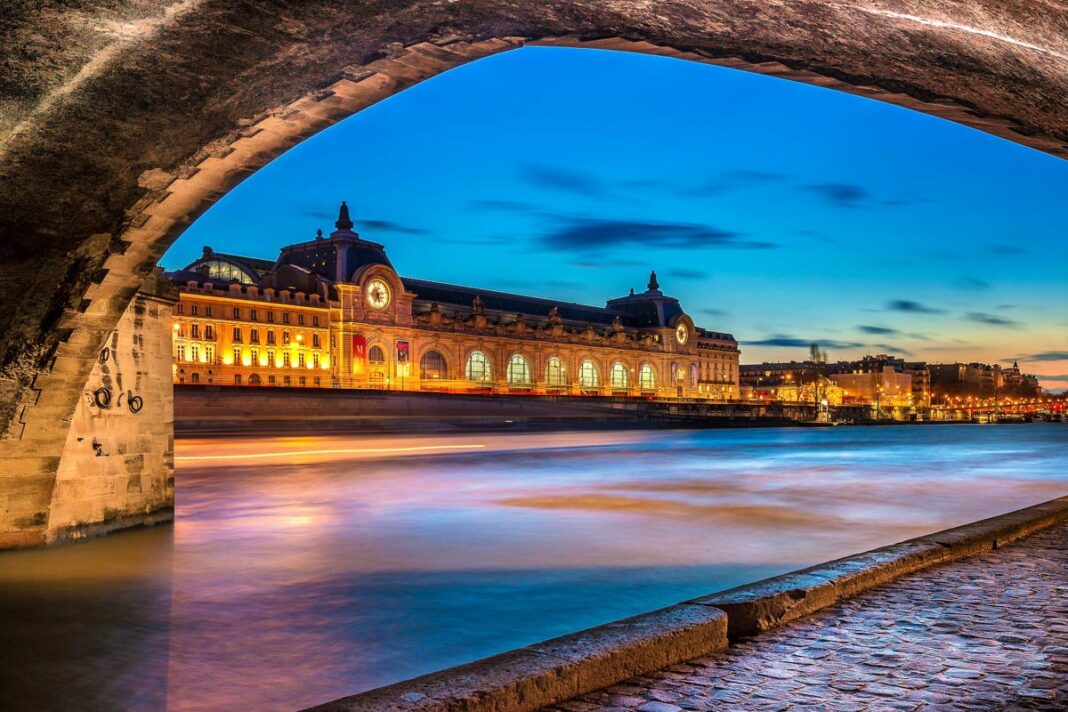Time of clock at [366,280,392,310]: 5:35
